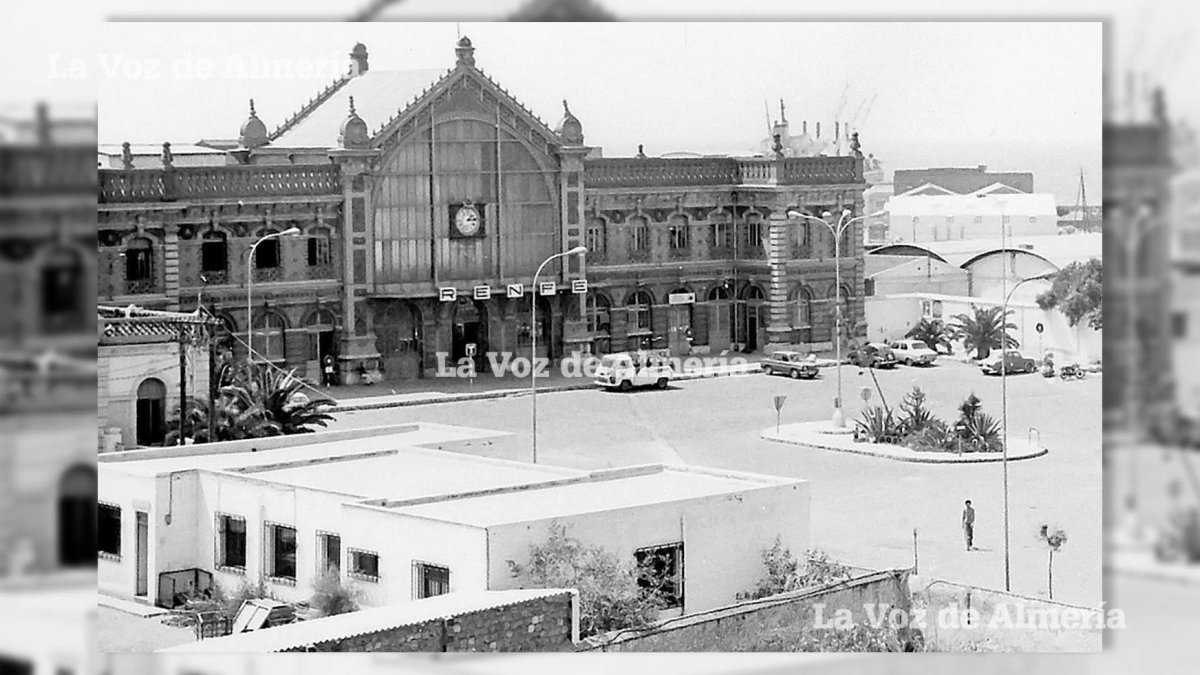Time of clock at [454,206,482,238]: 1:13
